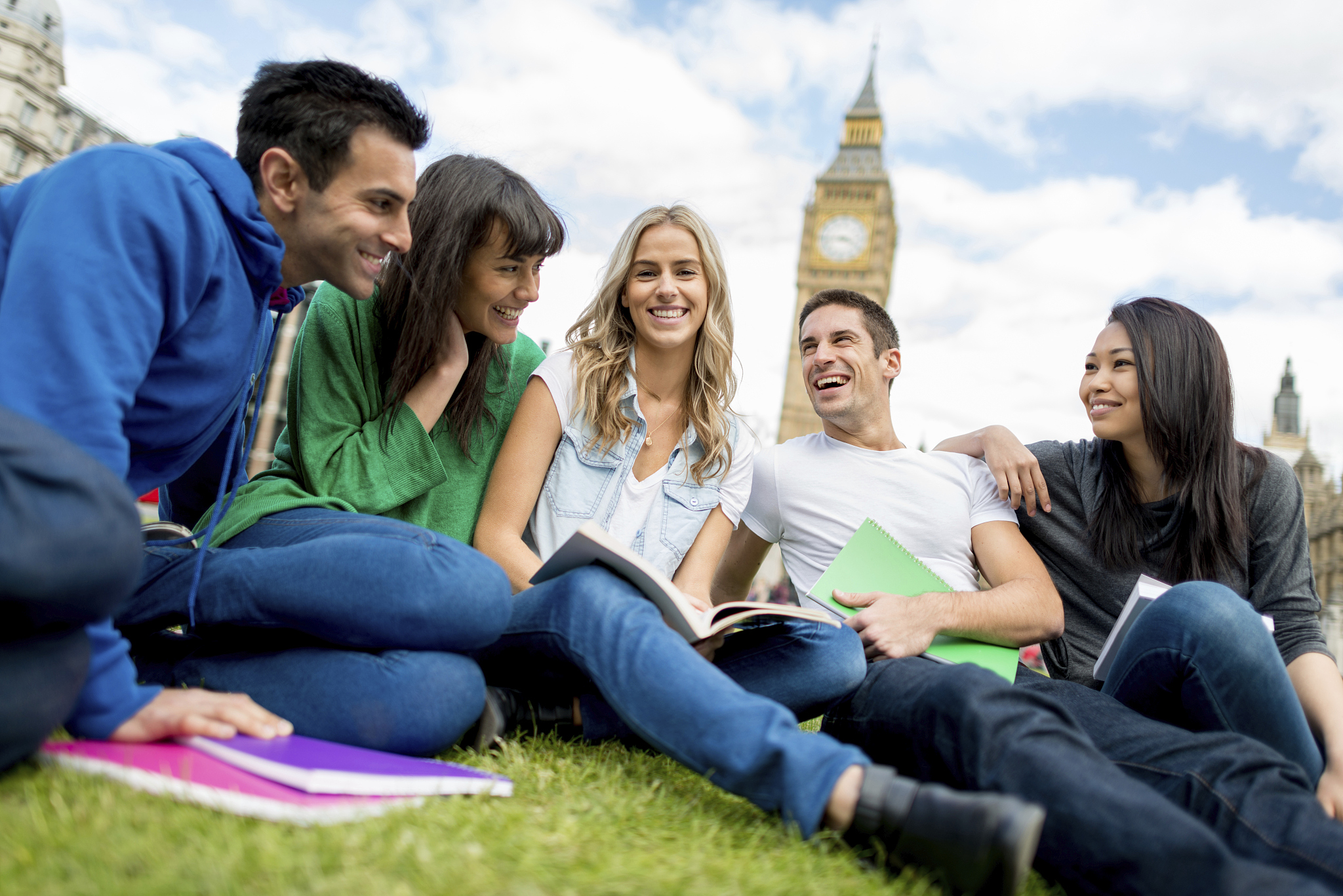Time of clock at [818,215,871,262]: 3:43
